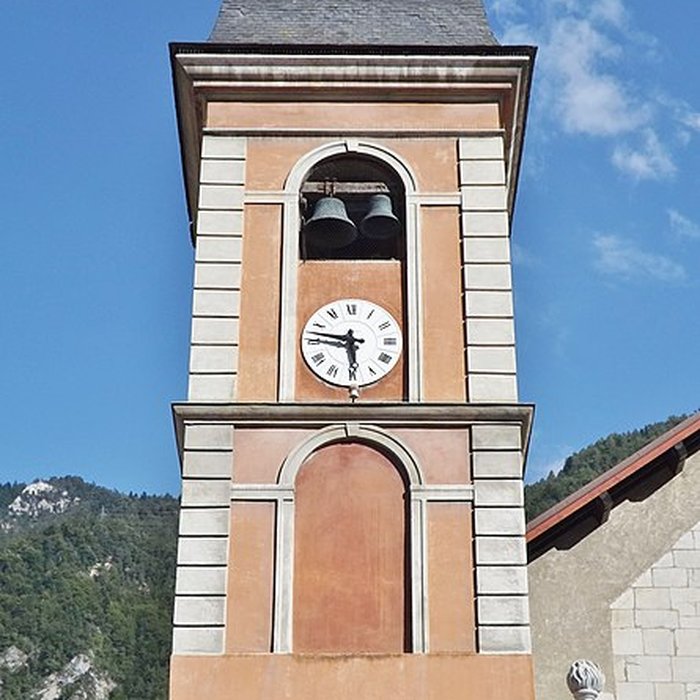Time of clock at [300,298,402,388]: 5:46
